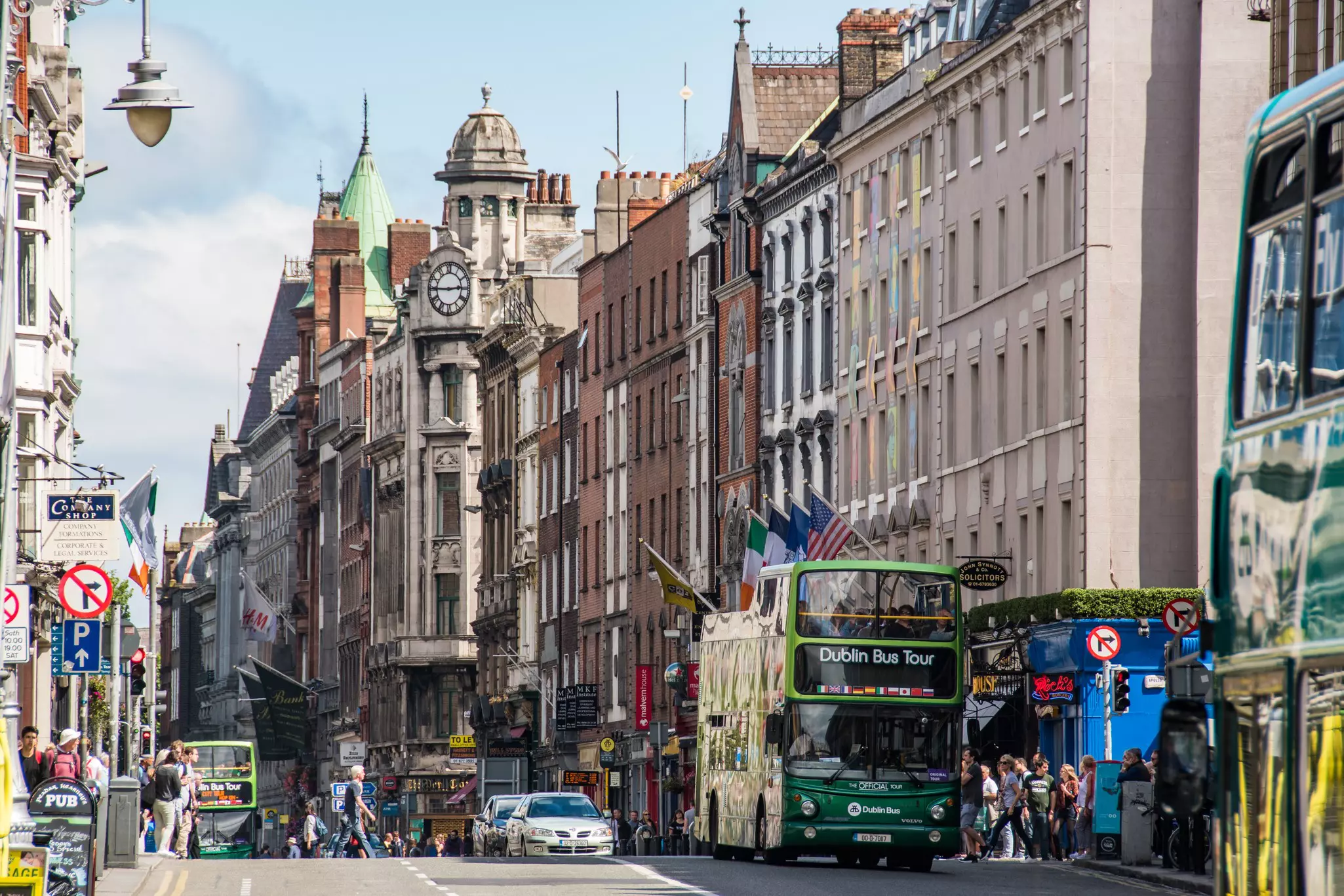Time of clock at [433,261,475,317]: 2:45
